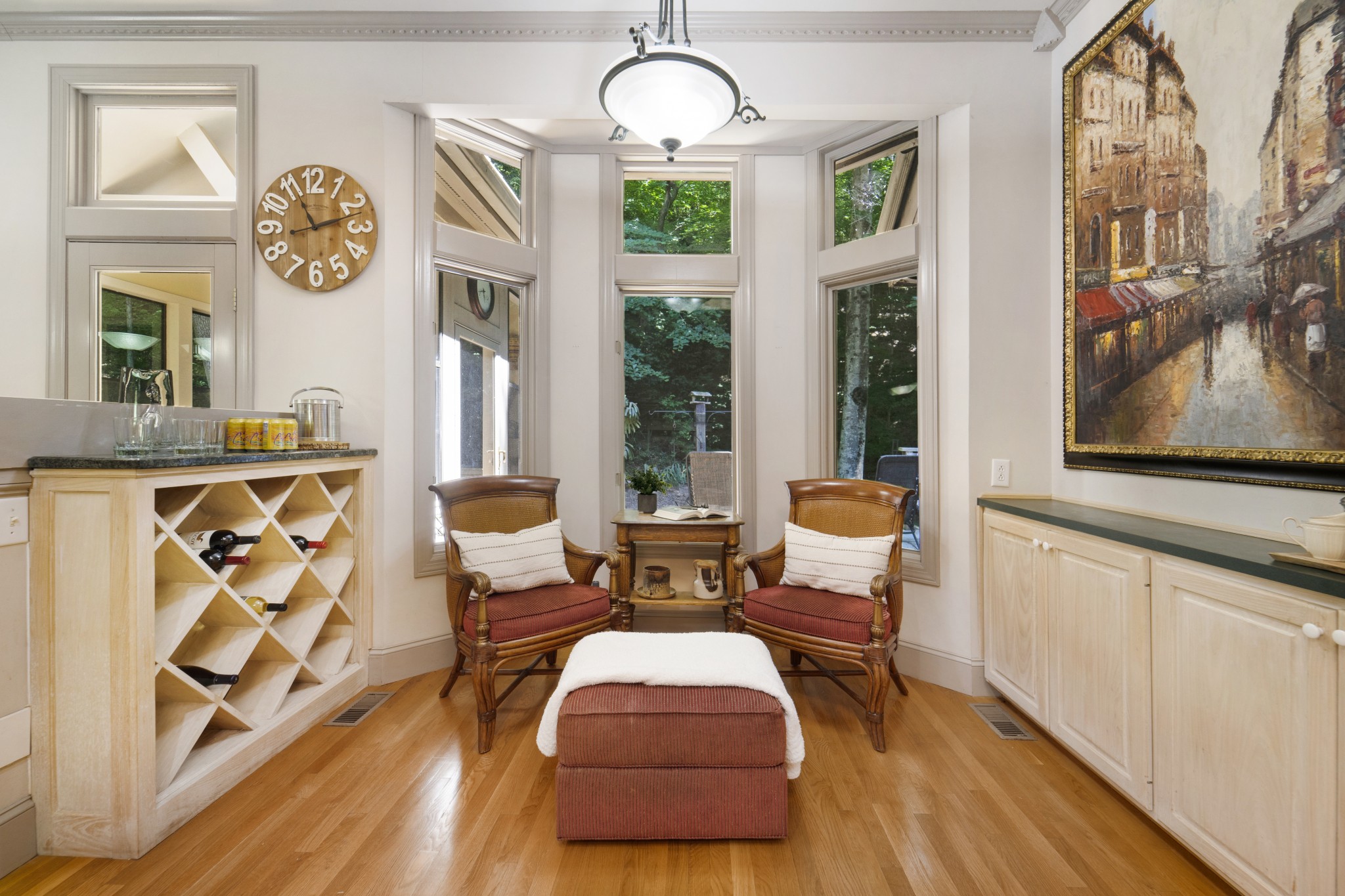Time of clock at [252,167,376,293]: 11:12
